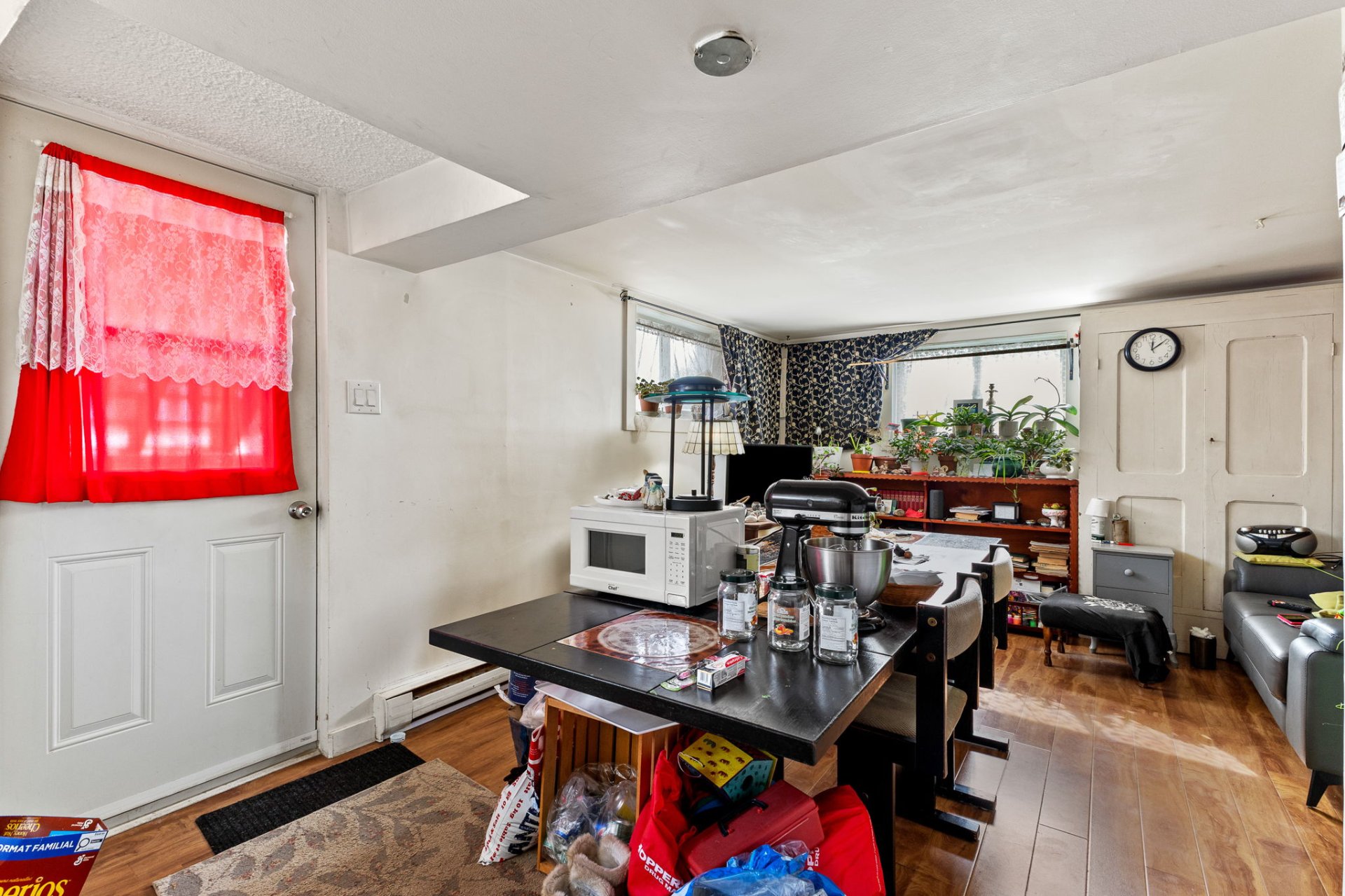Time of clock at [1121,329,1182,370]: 12:08
